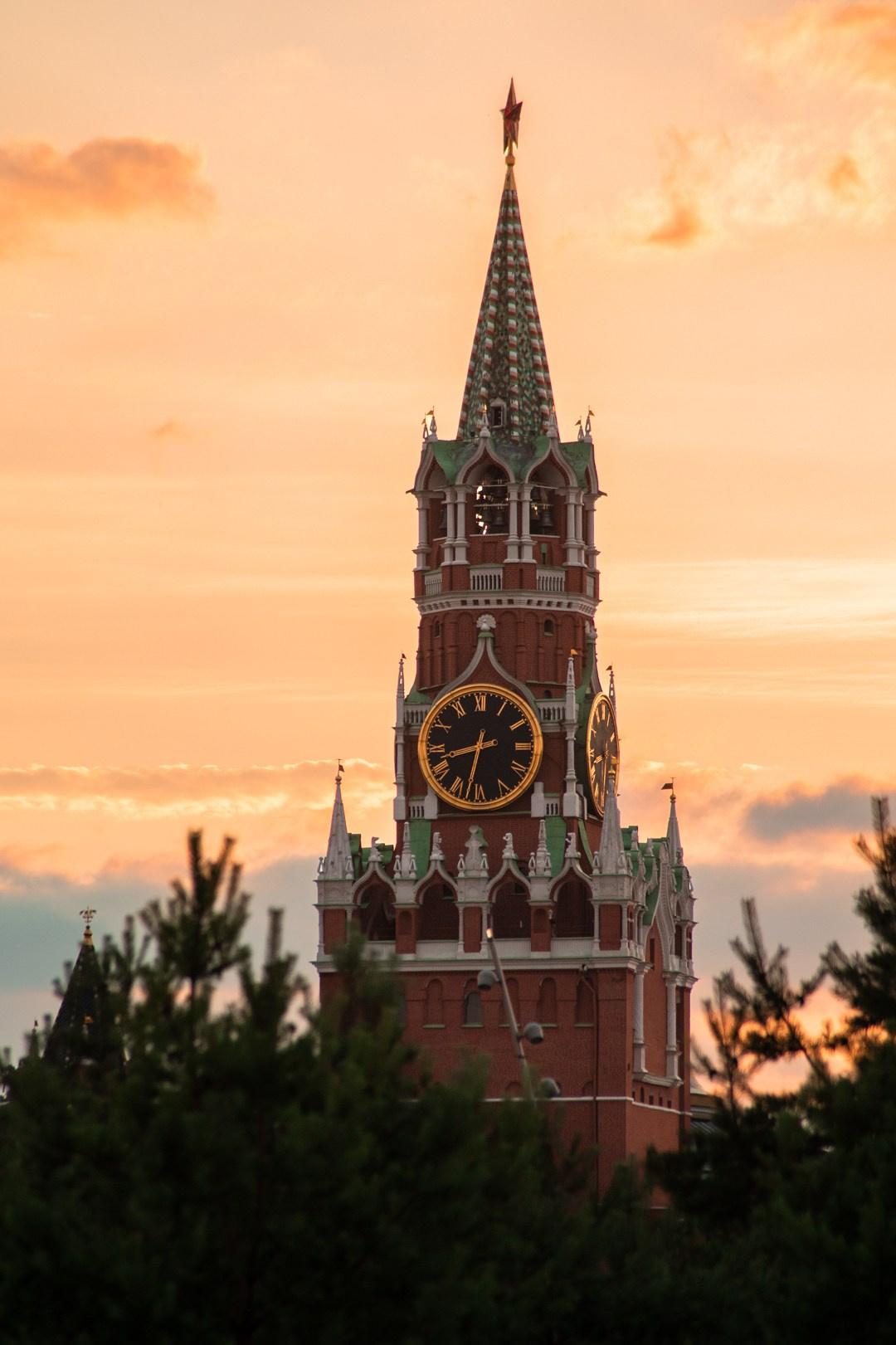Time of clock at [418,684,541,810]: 8:32
